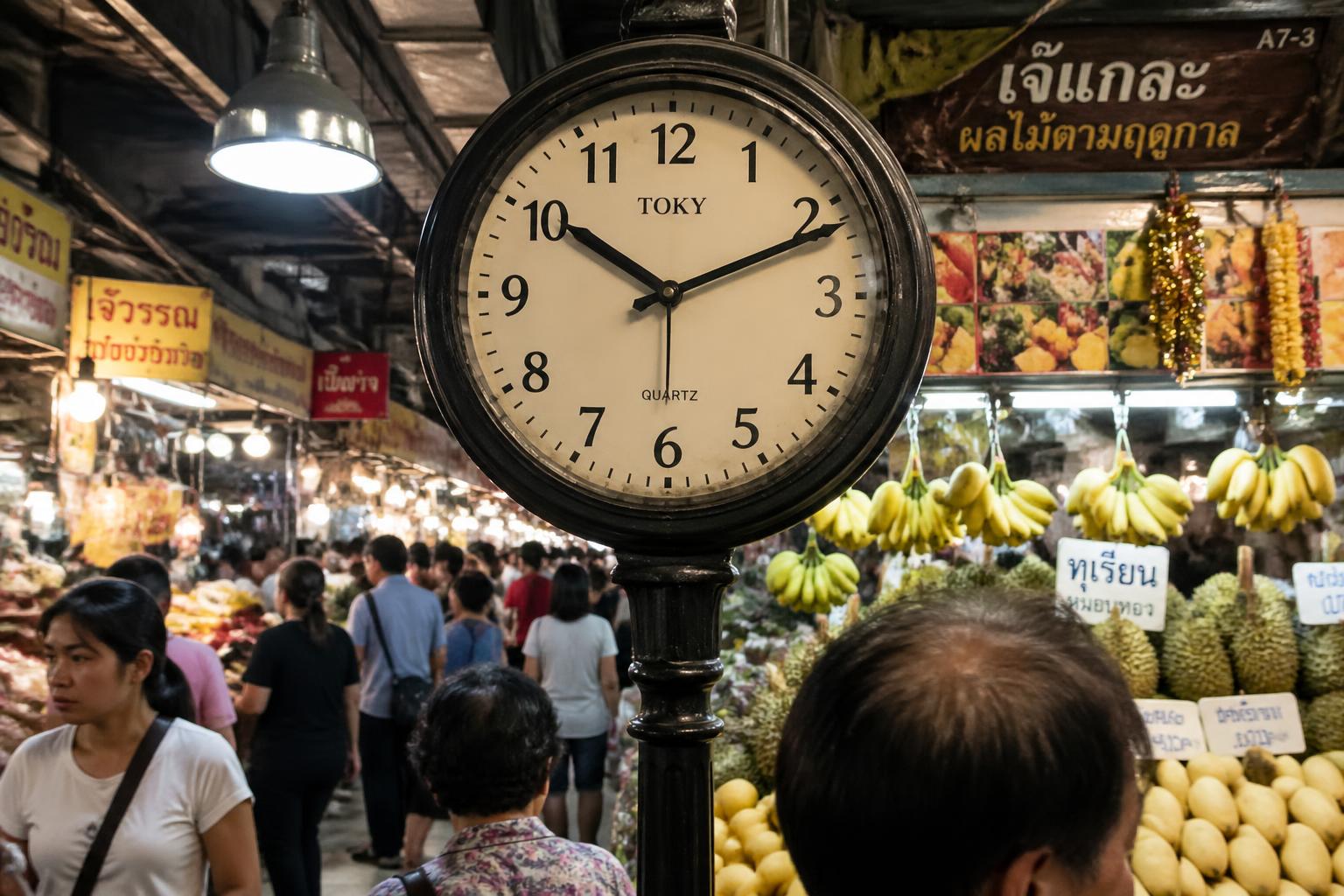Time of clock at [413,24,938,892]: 10:11
